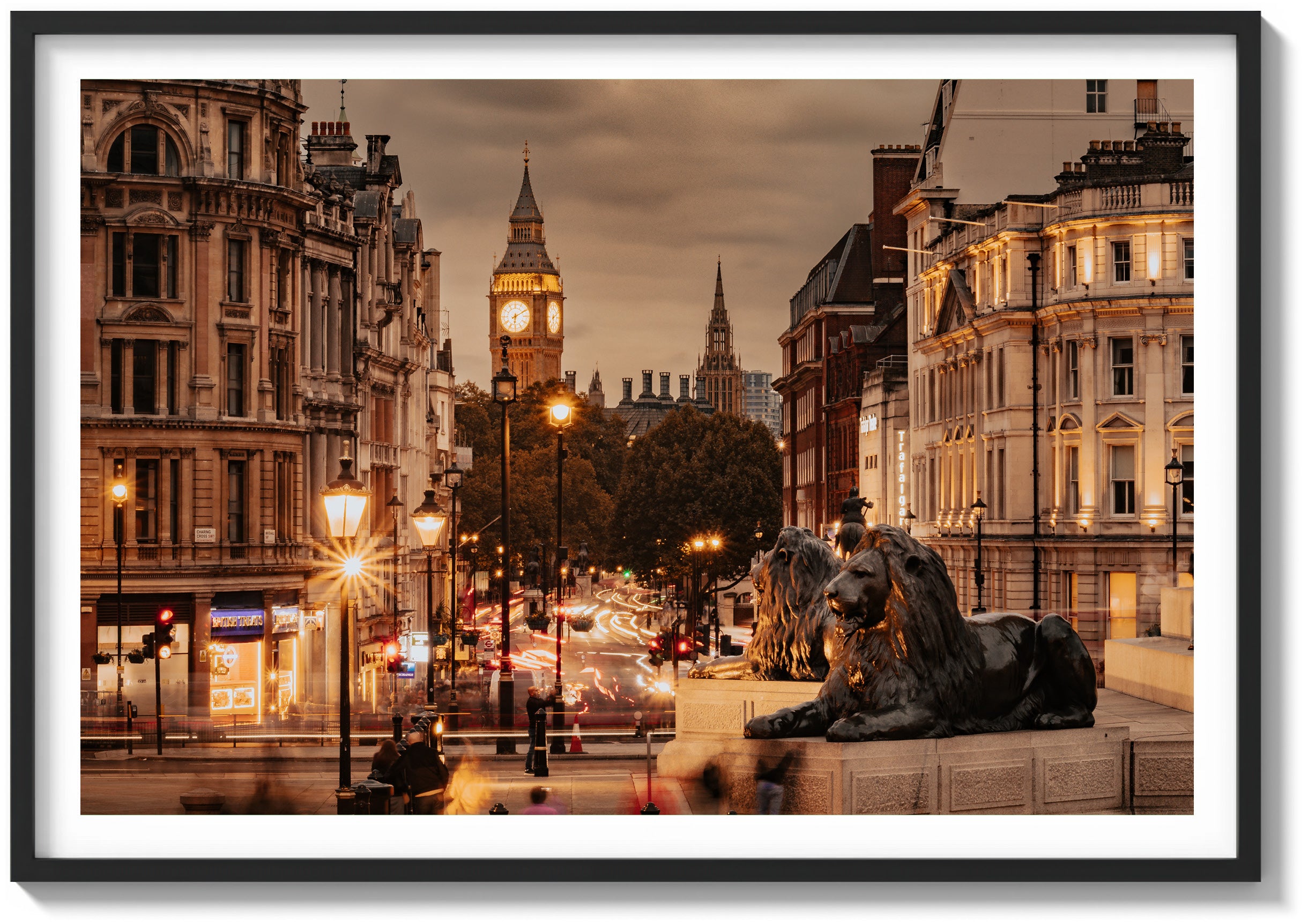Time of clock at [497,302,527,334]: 6:10
